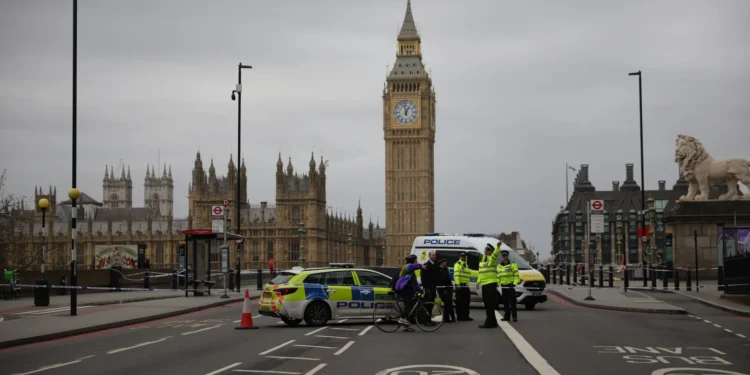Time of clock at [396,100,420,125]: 12:58
